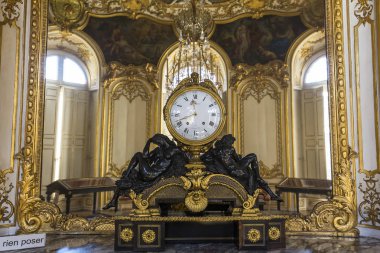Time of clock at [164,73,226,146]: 11:41
